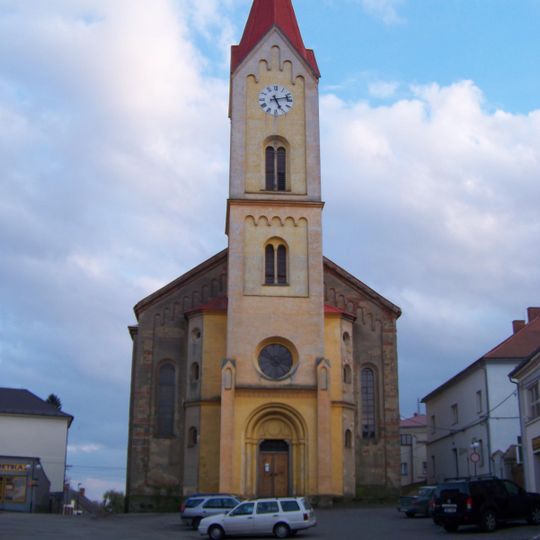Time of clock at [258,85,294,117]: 5:12
